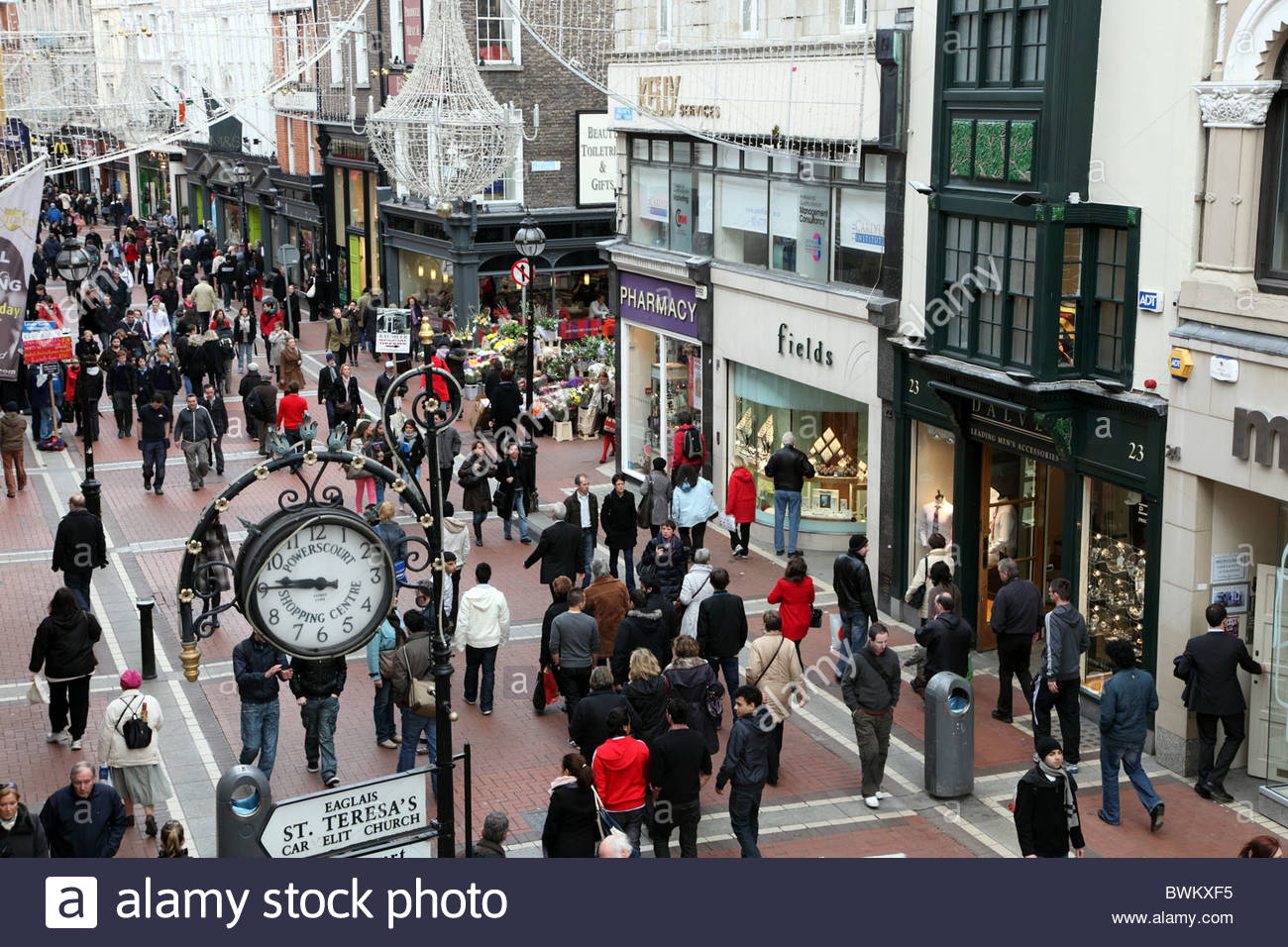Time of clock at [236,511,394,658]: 9:45
